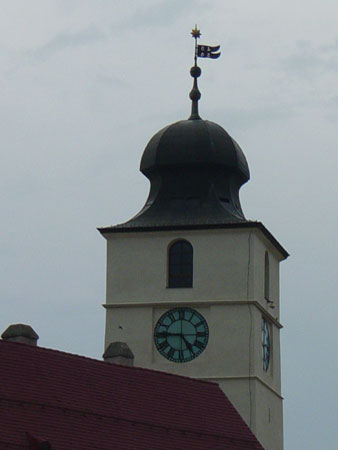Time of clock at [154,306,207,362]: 4:45
